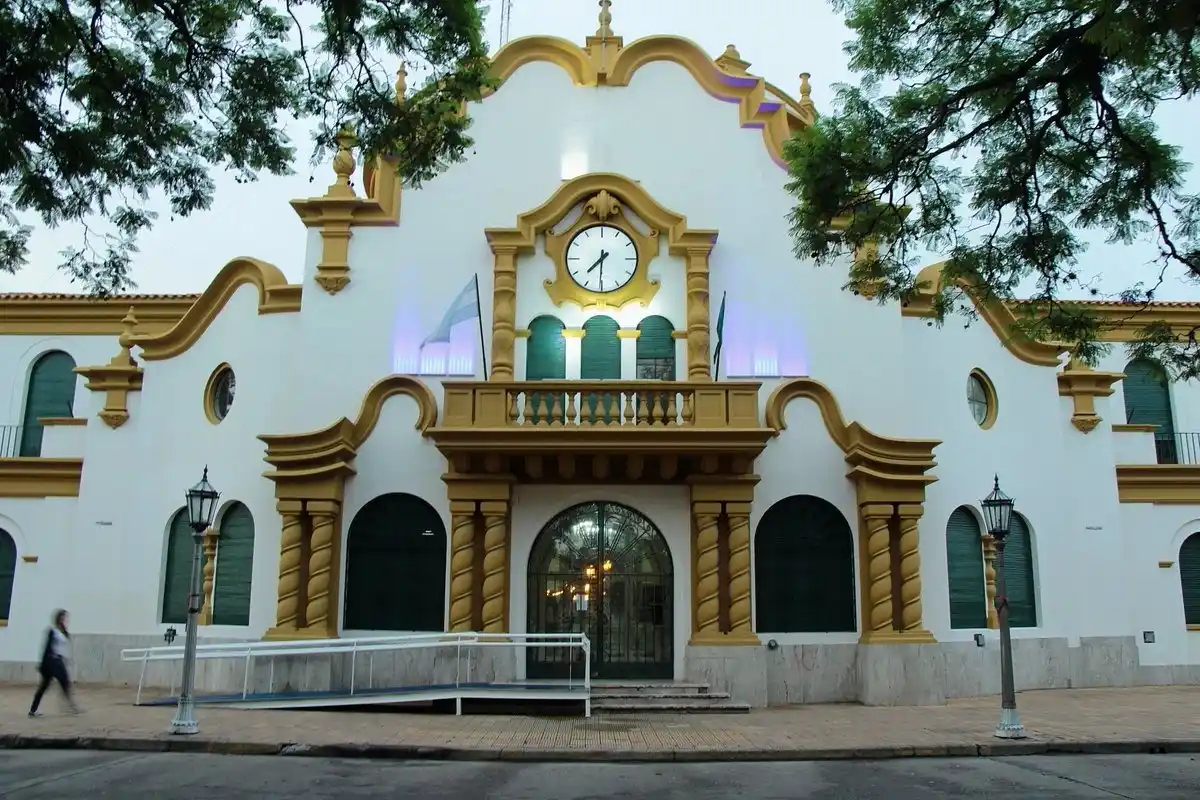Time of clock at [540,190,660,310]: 7:30
